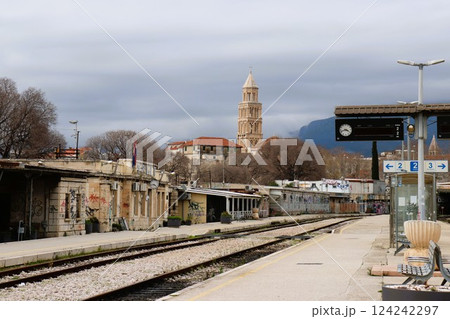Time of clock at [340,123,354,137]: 3:42
